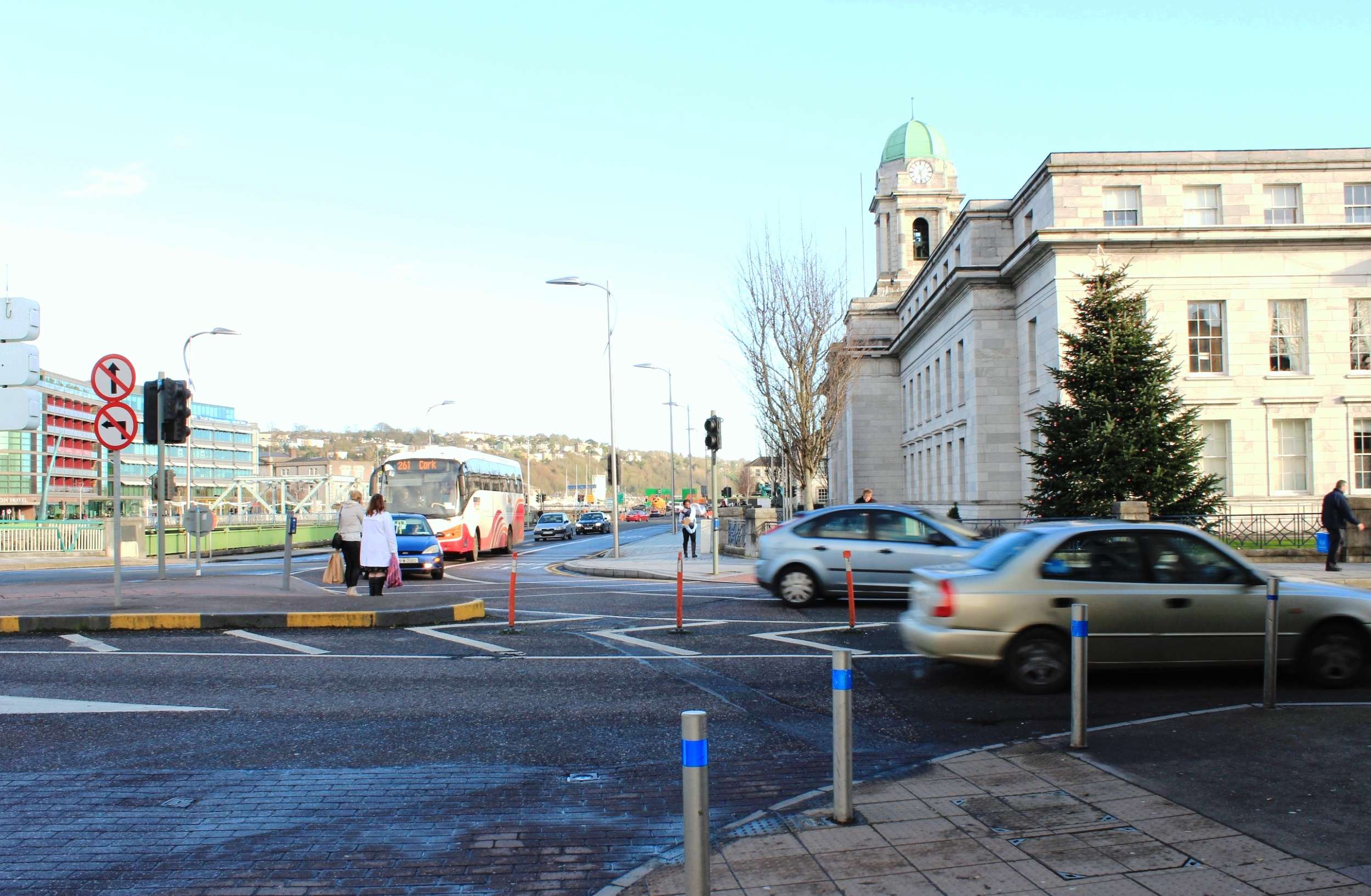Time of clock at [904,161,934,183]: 1:28
